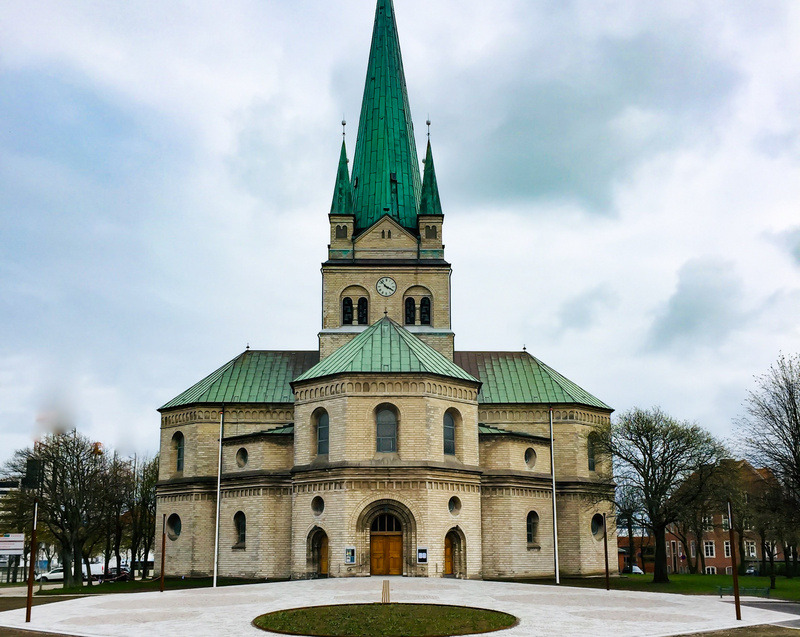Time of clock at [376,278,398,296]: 3:52
